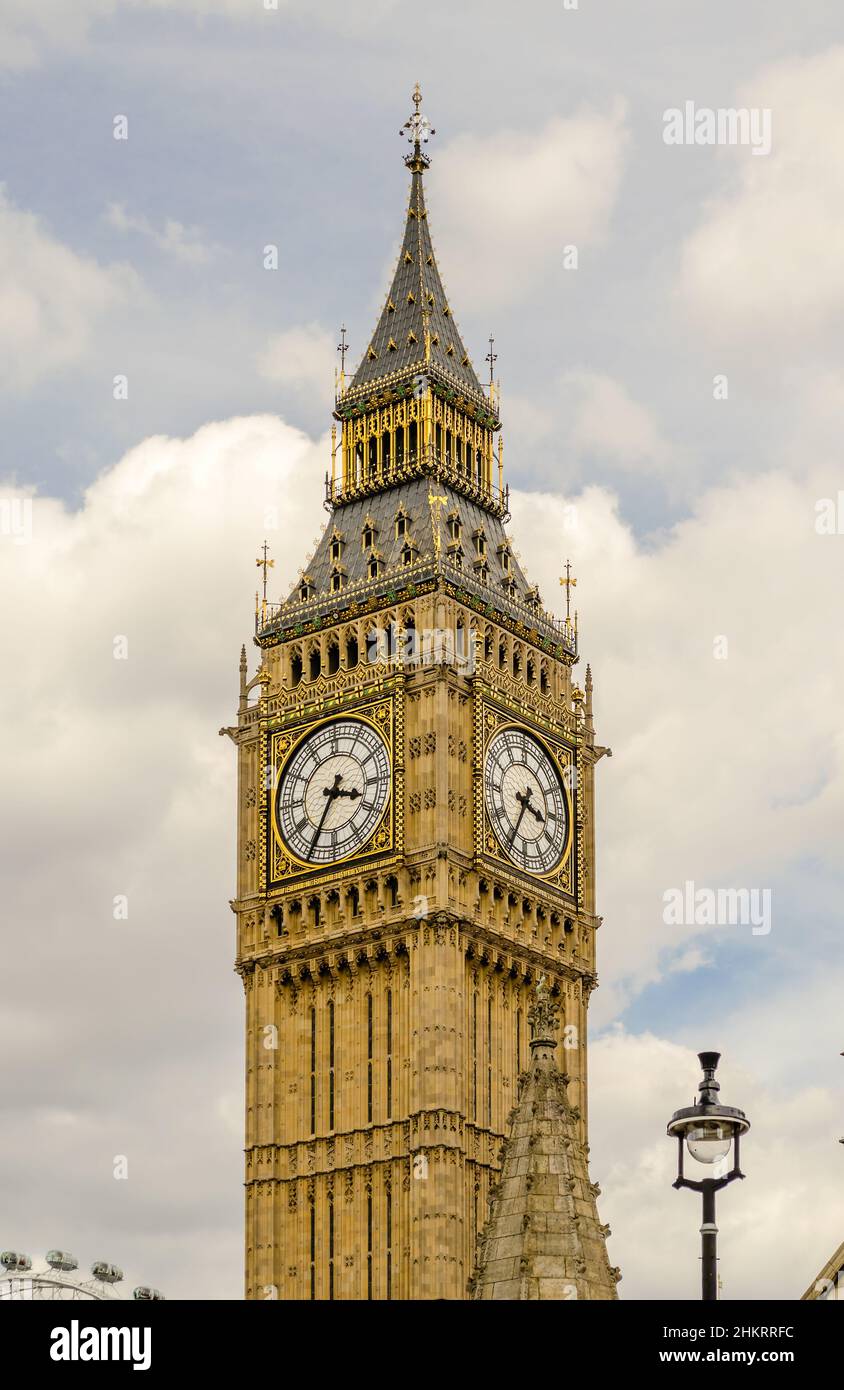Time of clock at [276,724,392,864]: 3:34
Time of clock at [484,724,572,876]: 3:34
